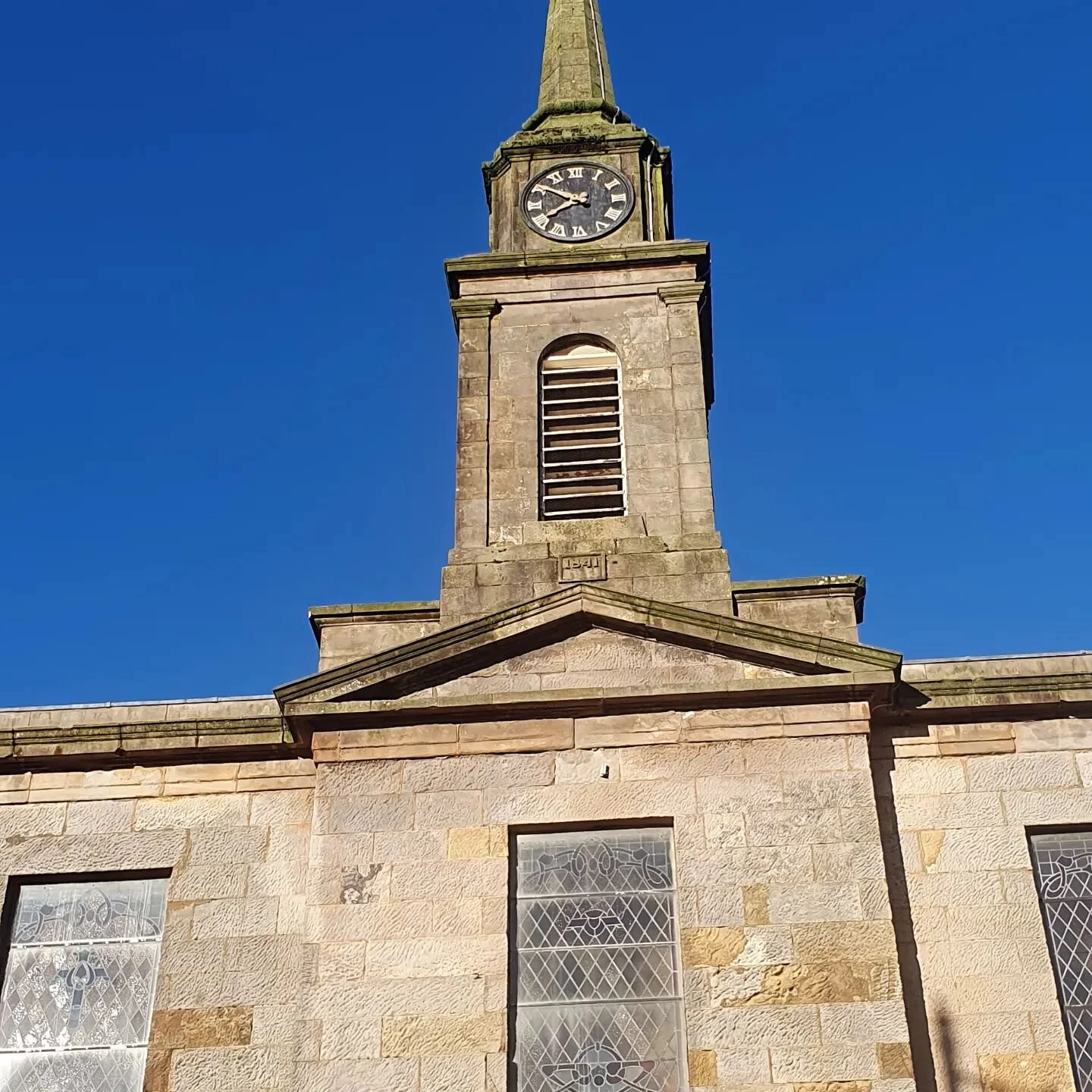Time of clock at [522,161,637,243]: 7:50
